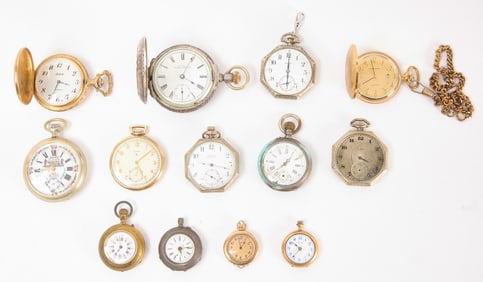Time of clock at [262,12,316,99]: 6:00
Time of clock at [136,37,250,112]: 4:04
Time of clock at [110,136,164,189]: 5:08
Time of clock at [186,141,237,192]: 9:17
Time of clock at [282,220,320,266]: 10:36
